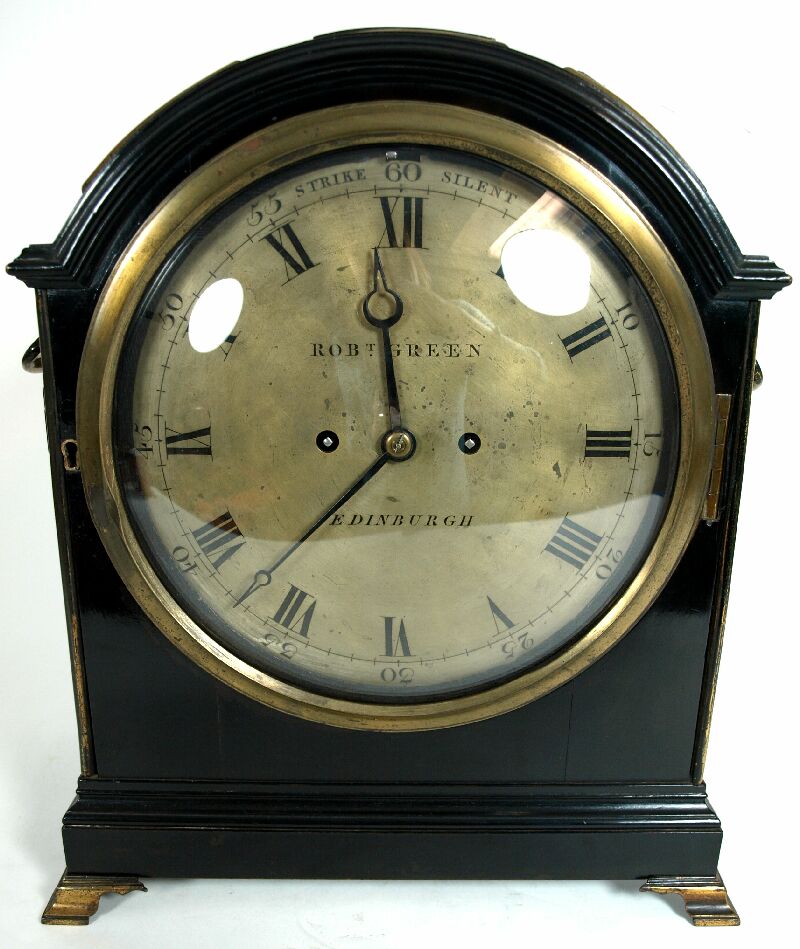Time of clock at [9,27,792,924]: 11:37
